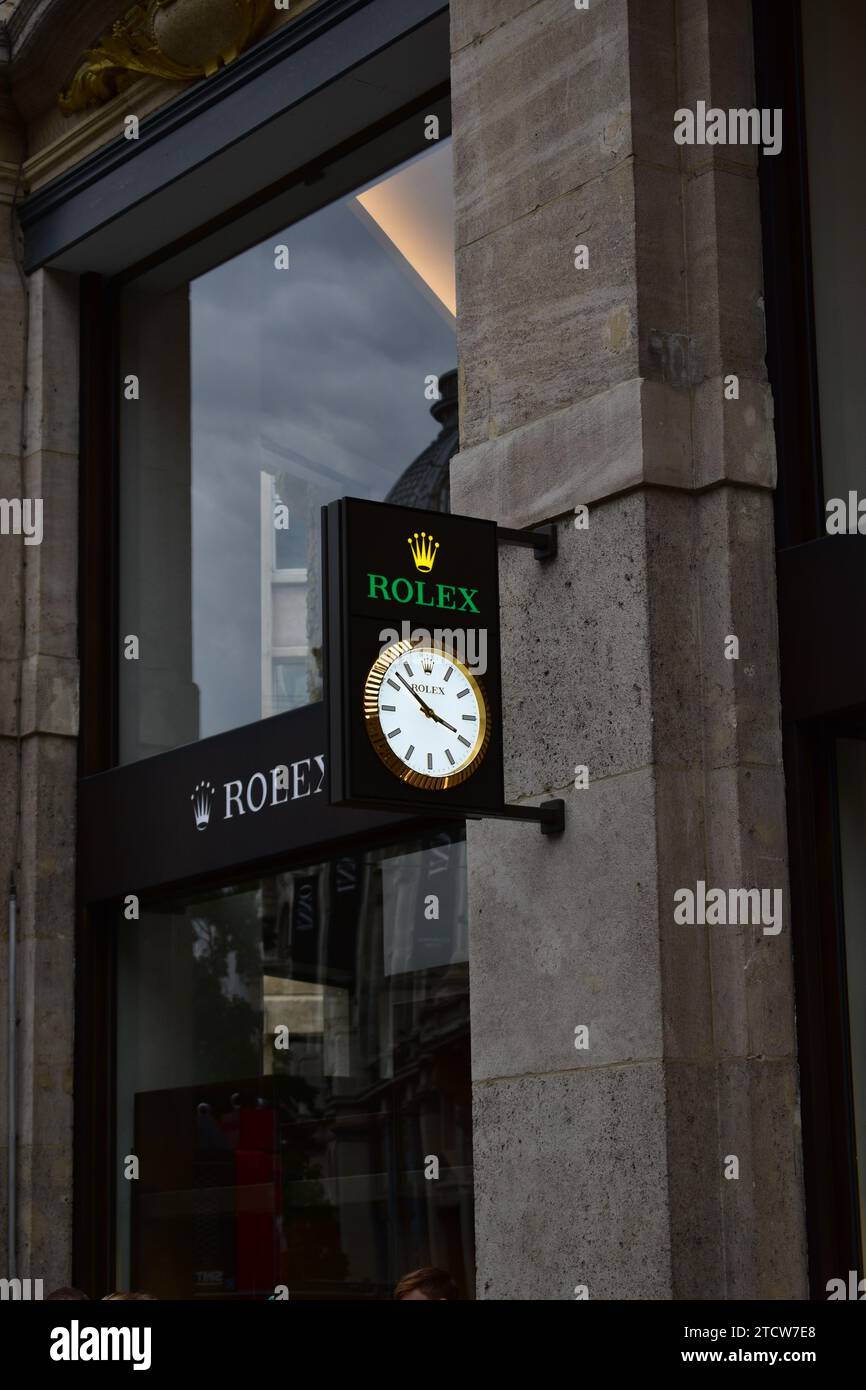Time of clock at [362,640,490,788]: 3:52
